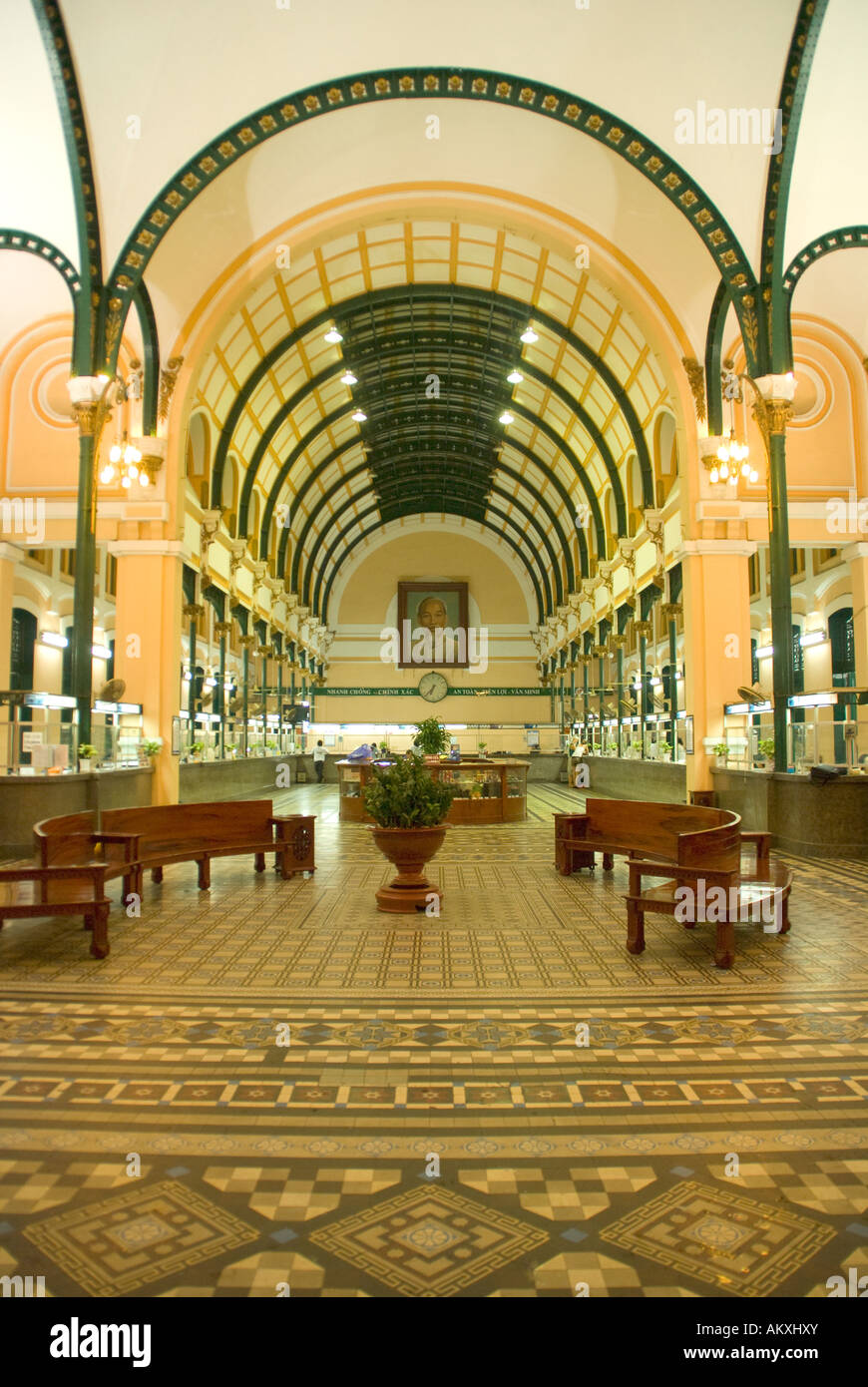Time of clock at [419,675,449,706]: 6:37
